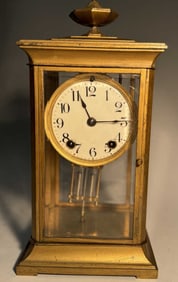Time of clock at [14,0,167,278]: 11:14
